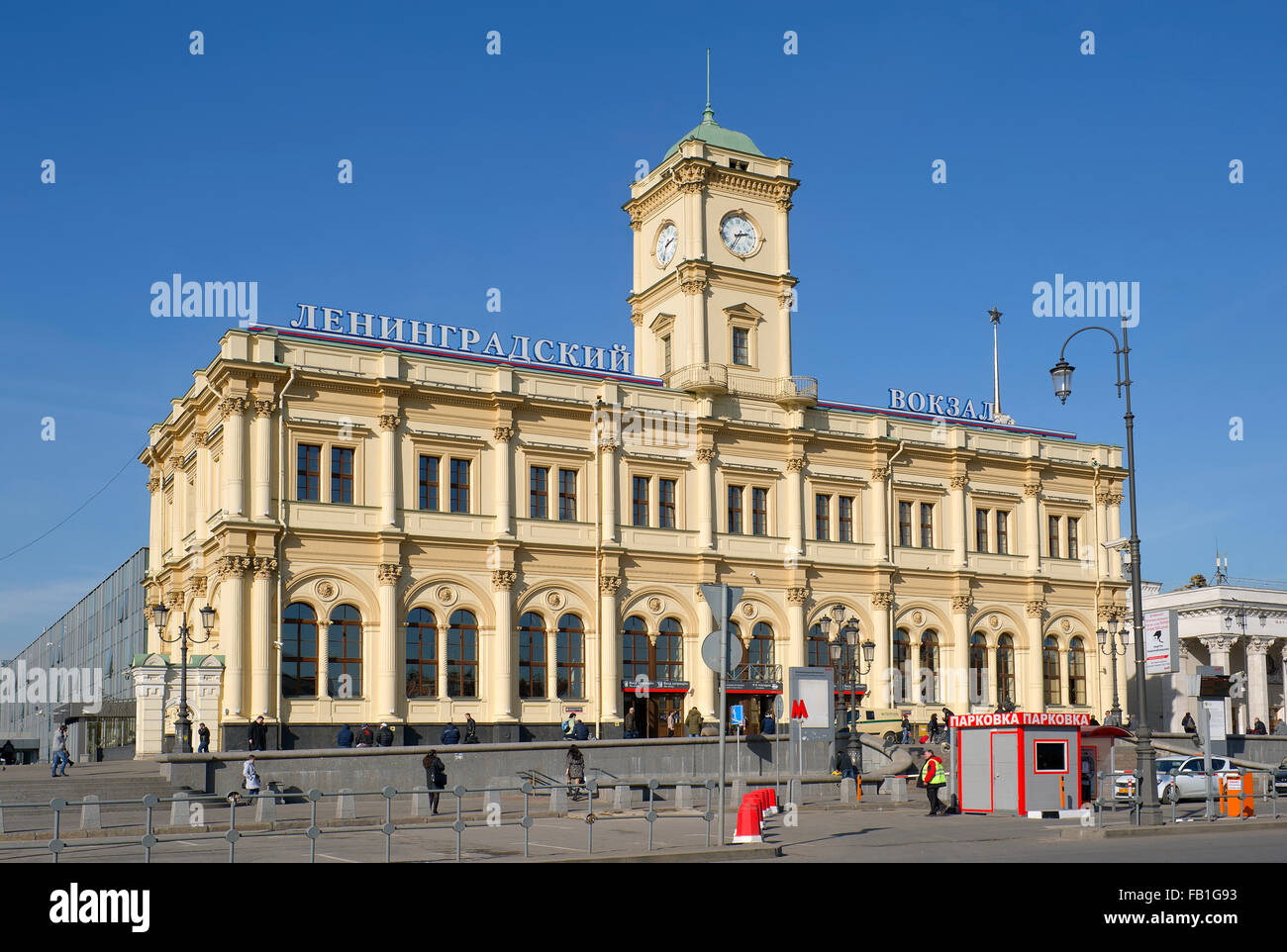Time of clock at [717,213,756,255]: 2:35
